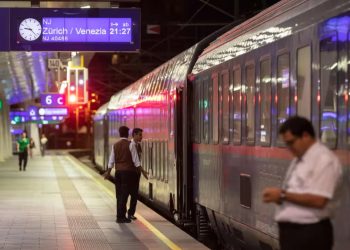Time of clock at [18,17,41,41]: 9:22
